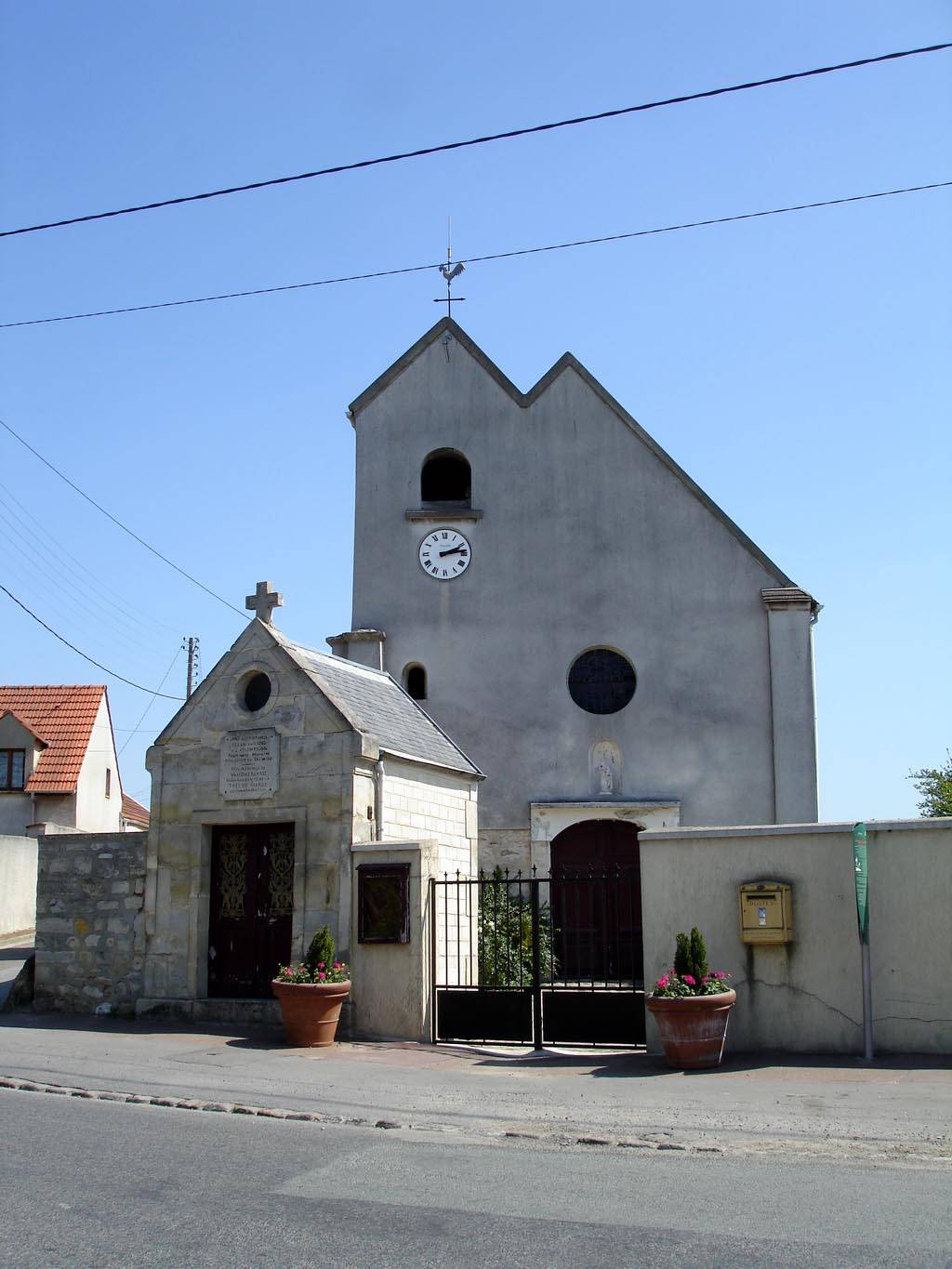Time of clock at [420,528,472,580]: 2:13
